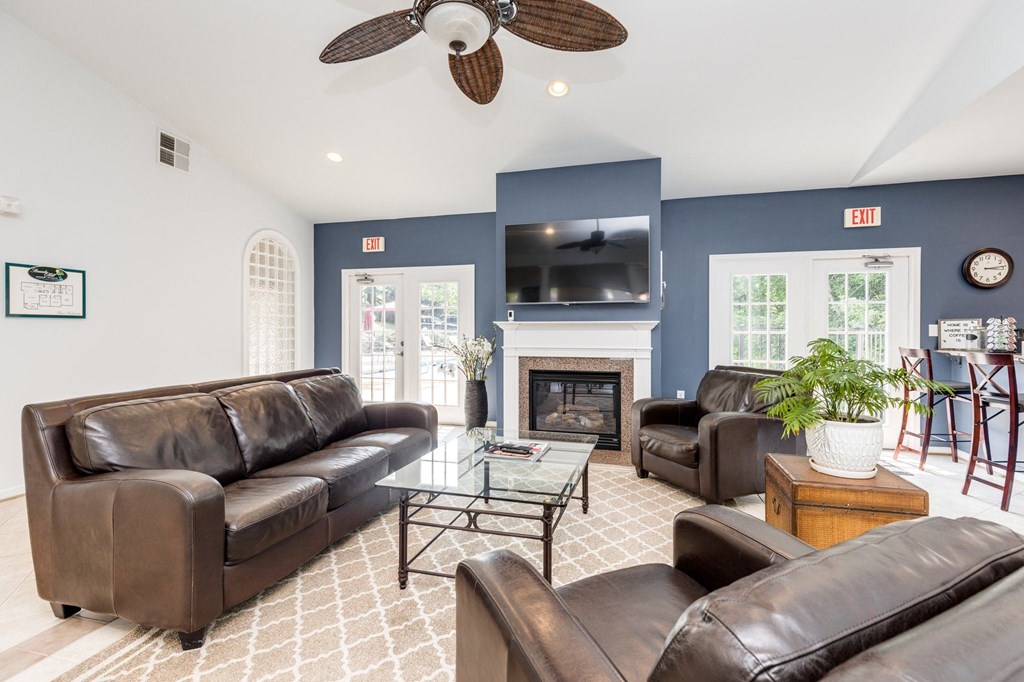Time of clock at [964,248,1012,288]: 3:13
